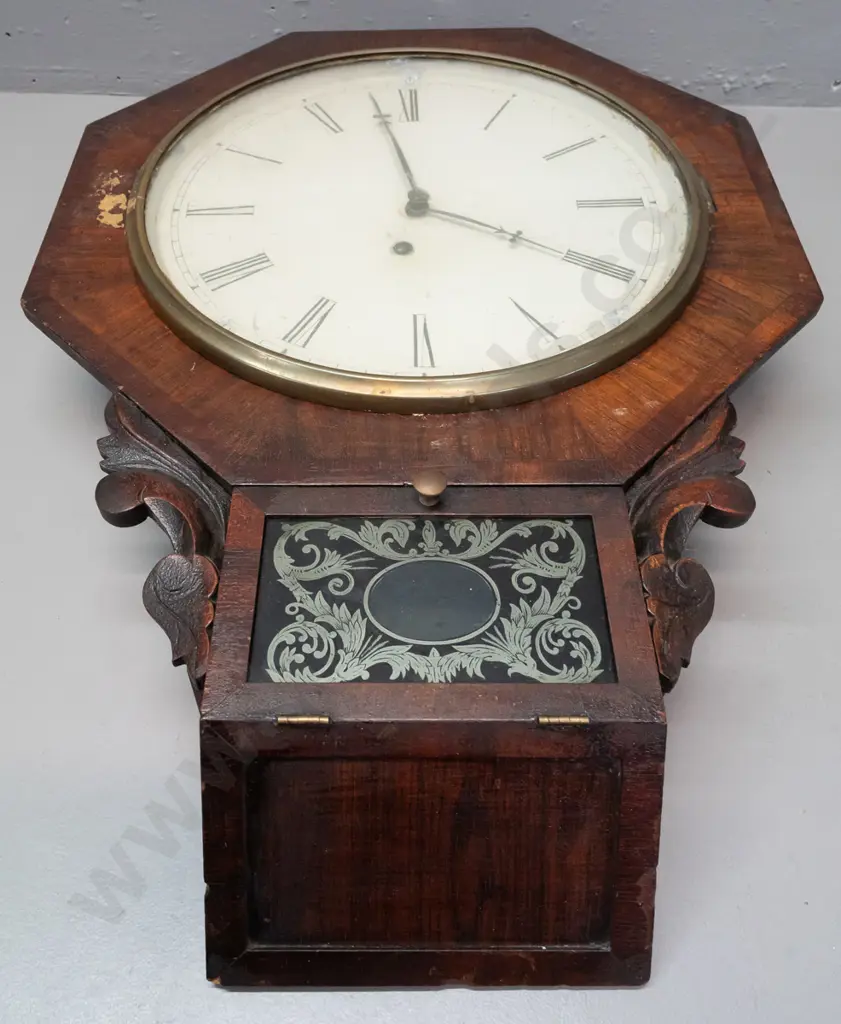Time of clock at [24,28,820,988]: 3:58
